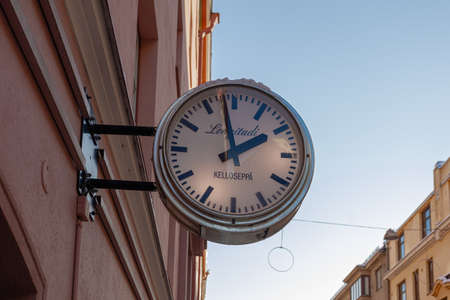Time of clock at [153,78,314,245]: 1:58
